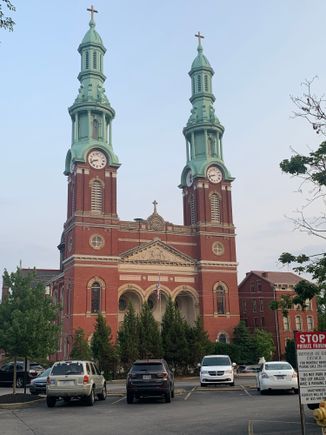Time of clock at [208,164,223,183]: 8:42
